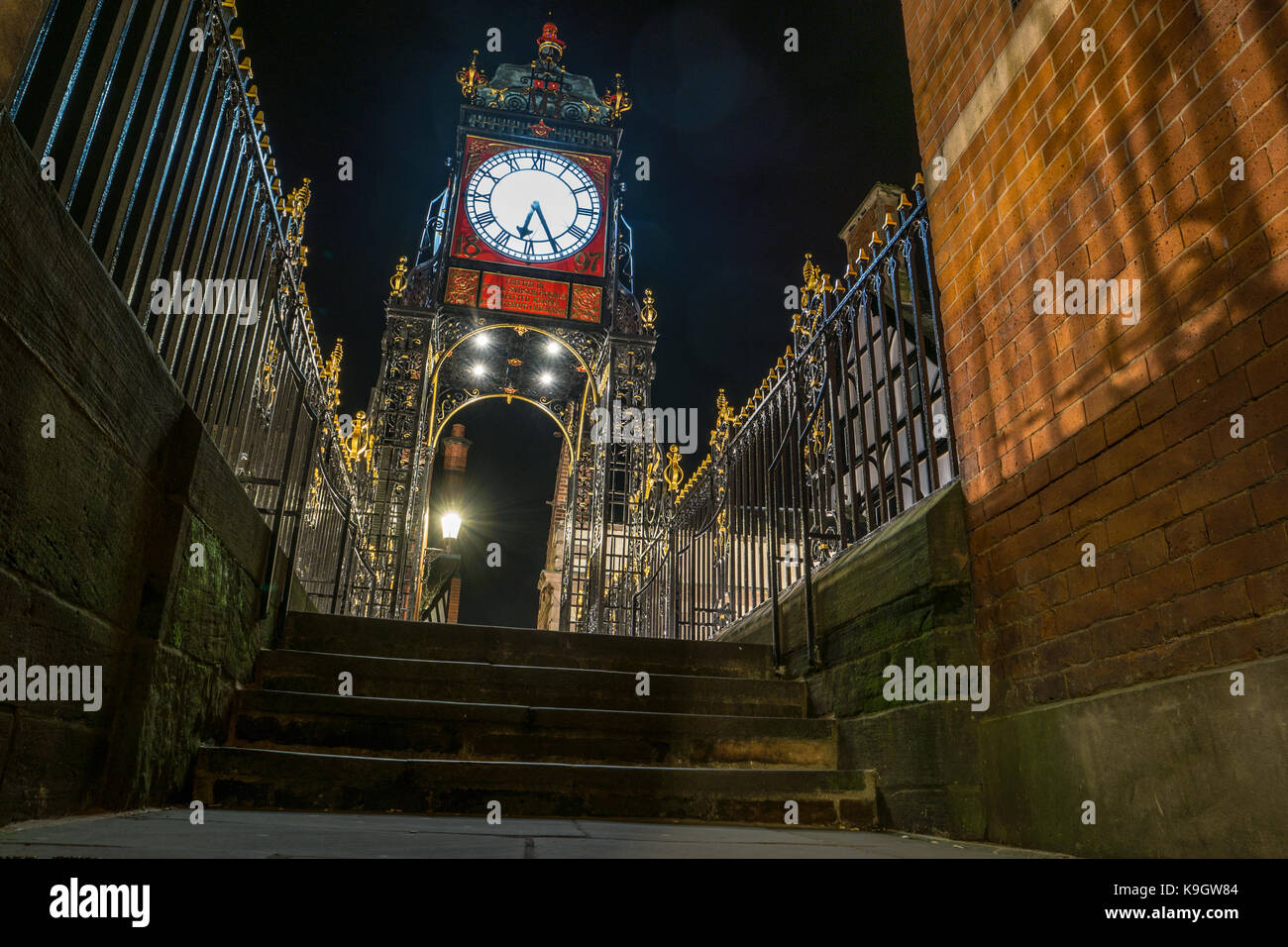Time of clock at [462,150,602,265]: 6:25
